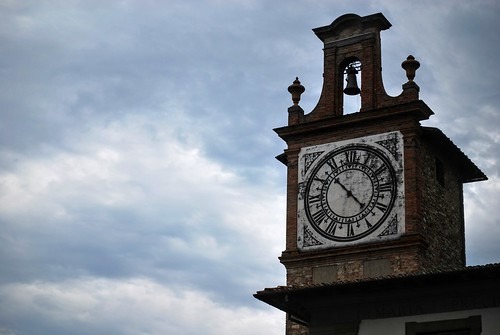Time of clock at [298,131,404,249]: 10:22
